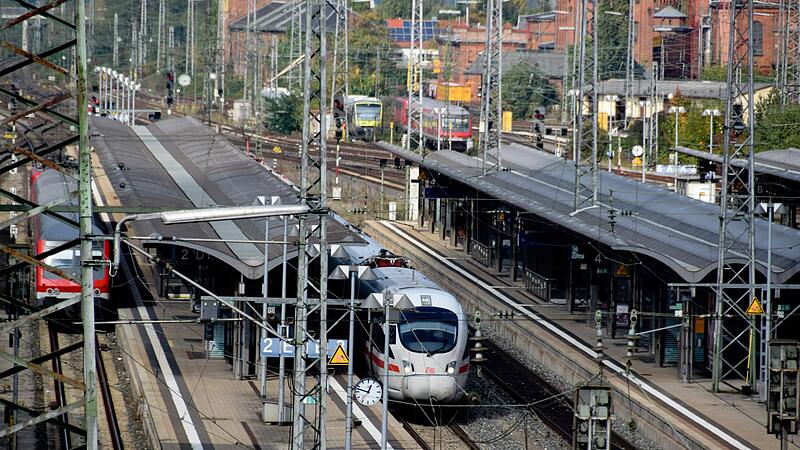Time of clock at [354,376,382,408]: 12:47
